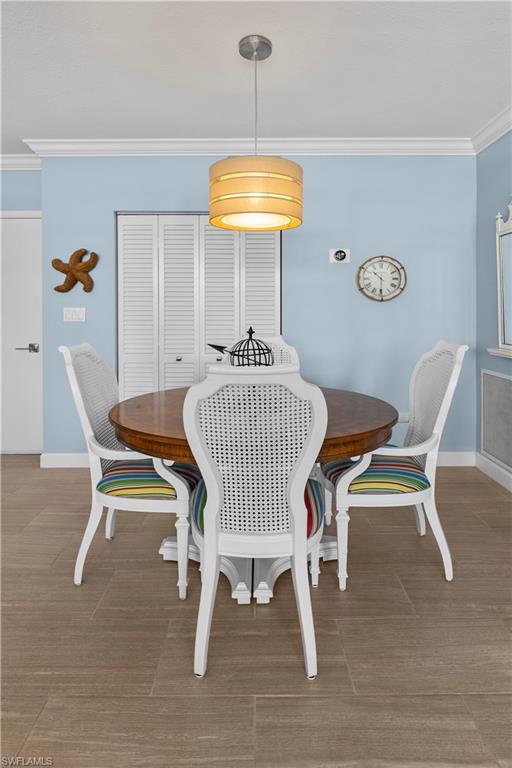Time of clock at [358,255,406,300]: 10:30
